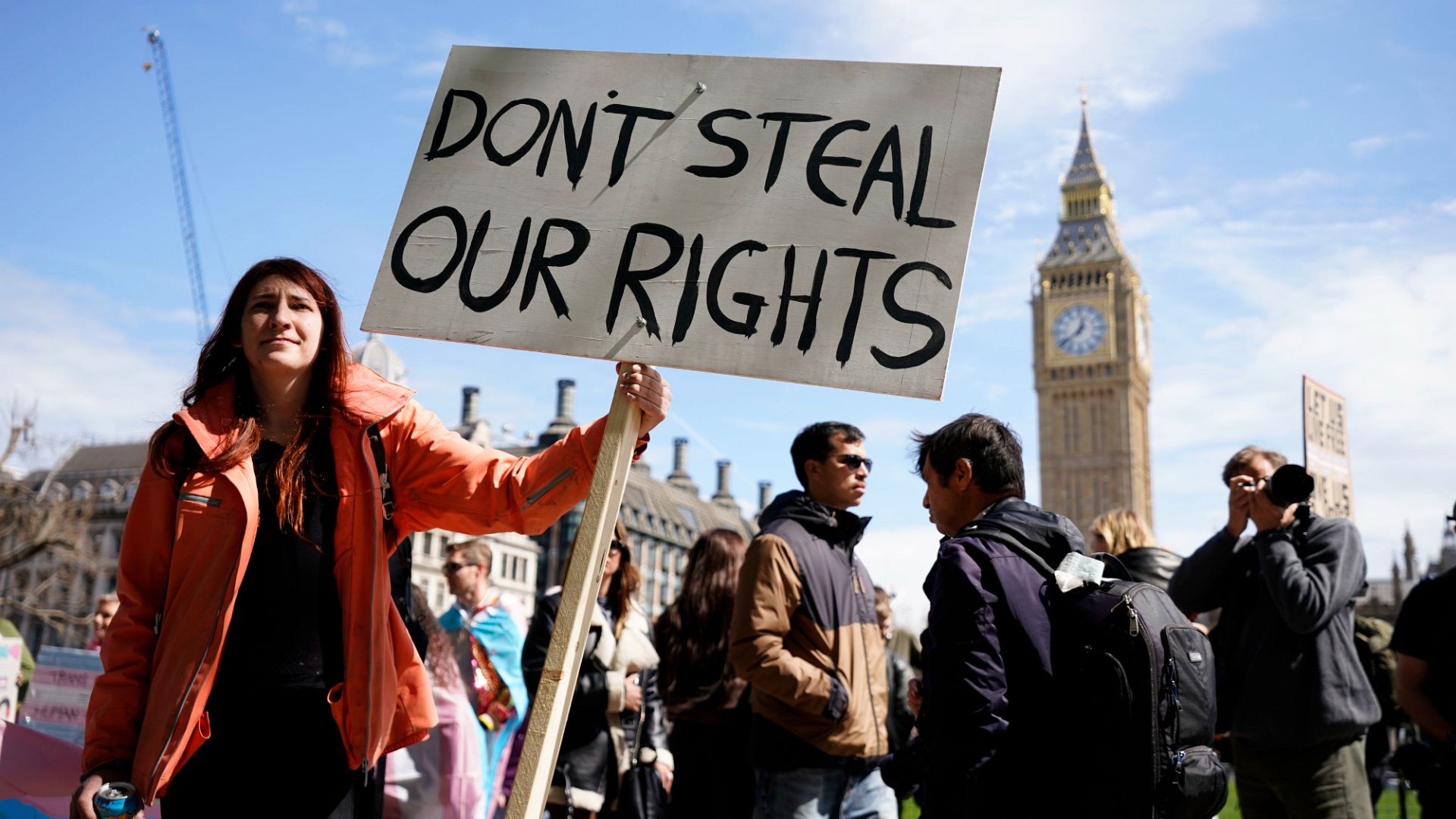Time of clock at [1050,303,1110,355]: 12:38
